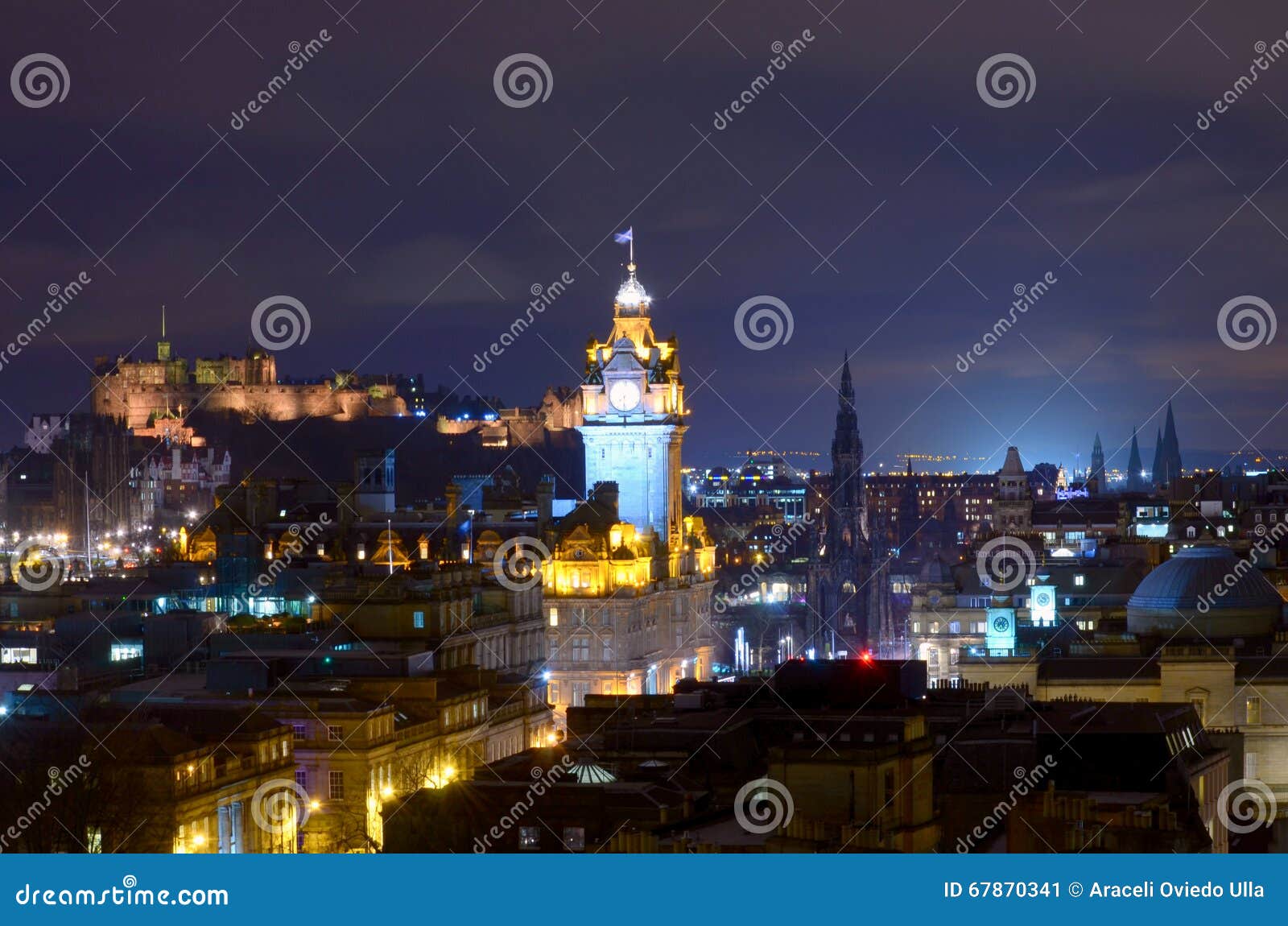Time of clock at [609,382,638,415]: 7:29
